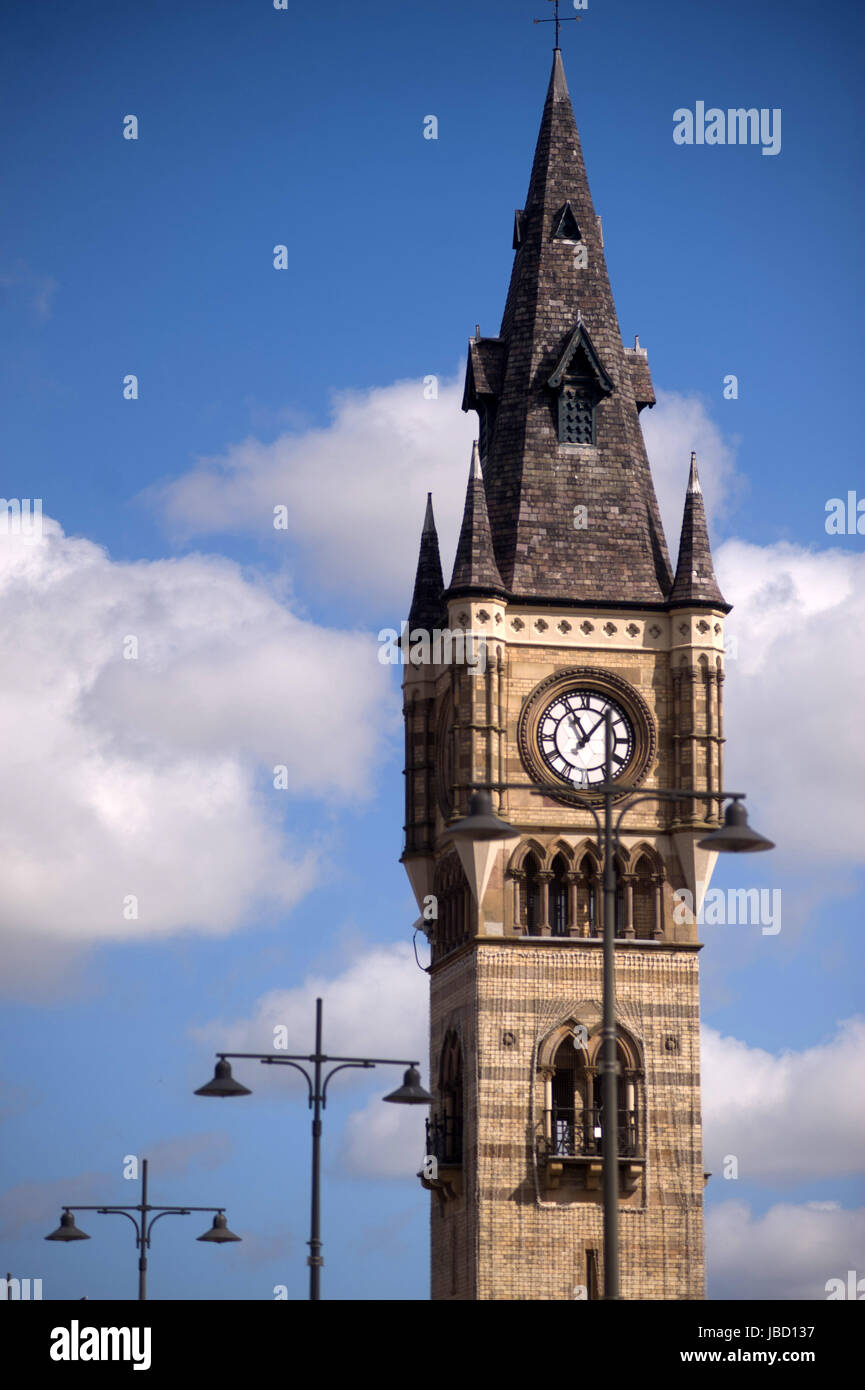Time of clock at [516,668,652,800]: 11:06
